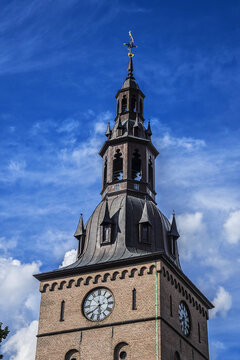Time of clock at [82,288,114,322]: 5:38
